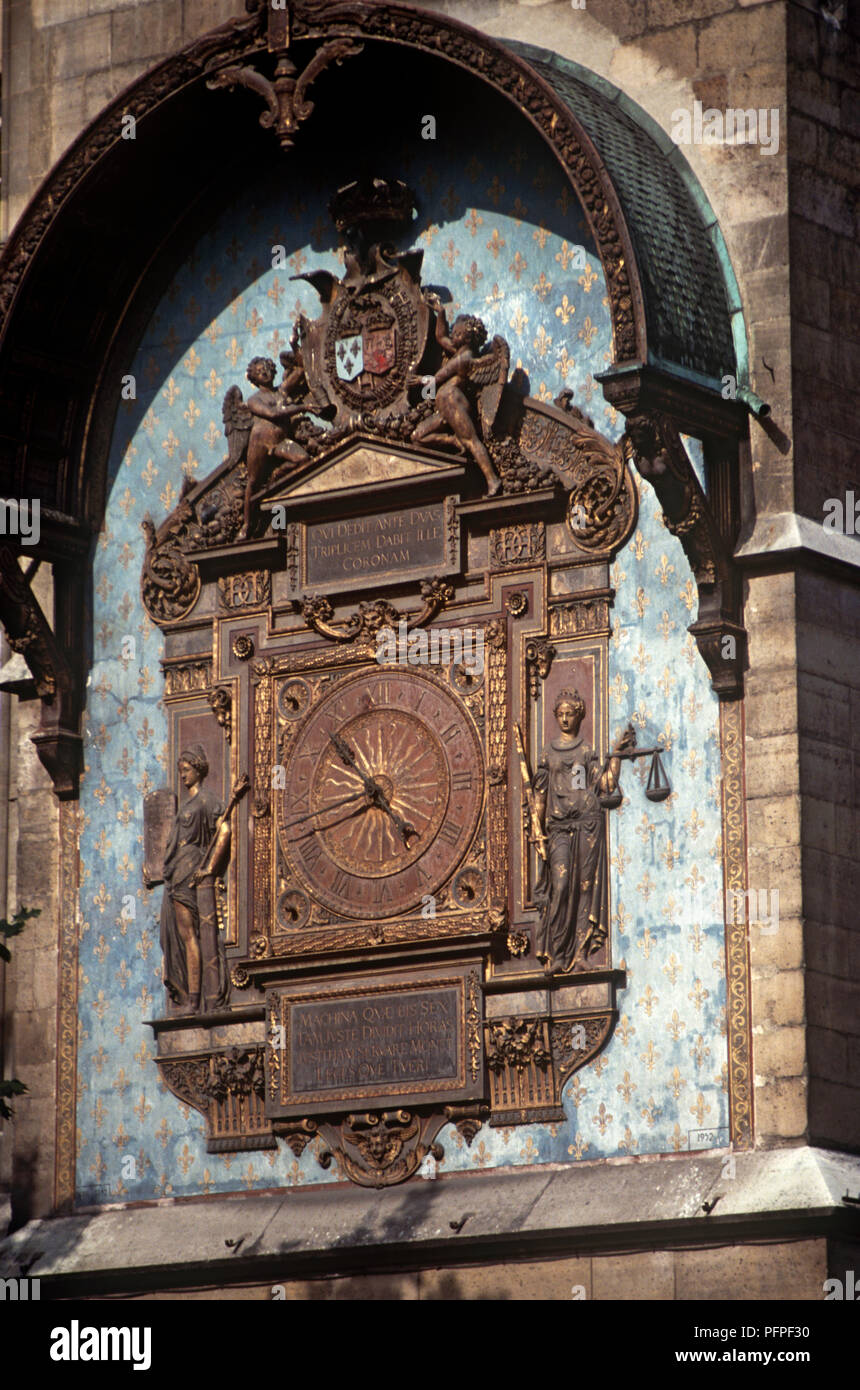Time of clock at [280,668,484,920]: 4:42
